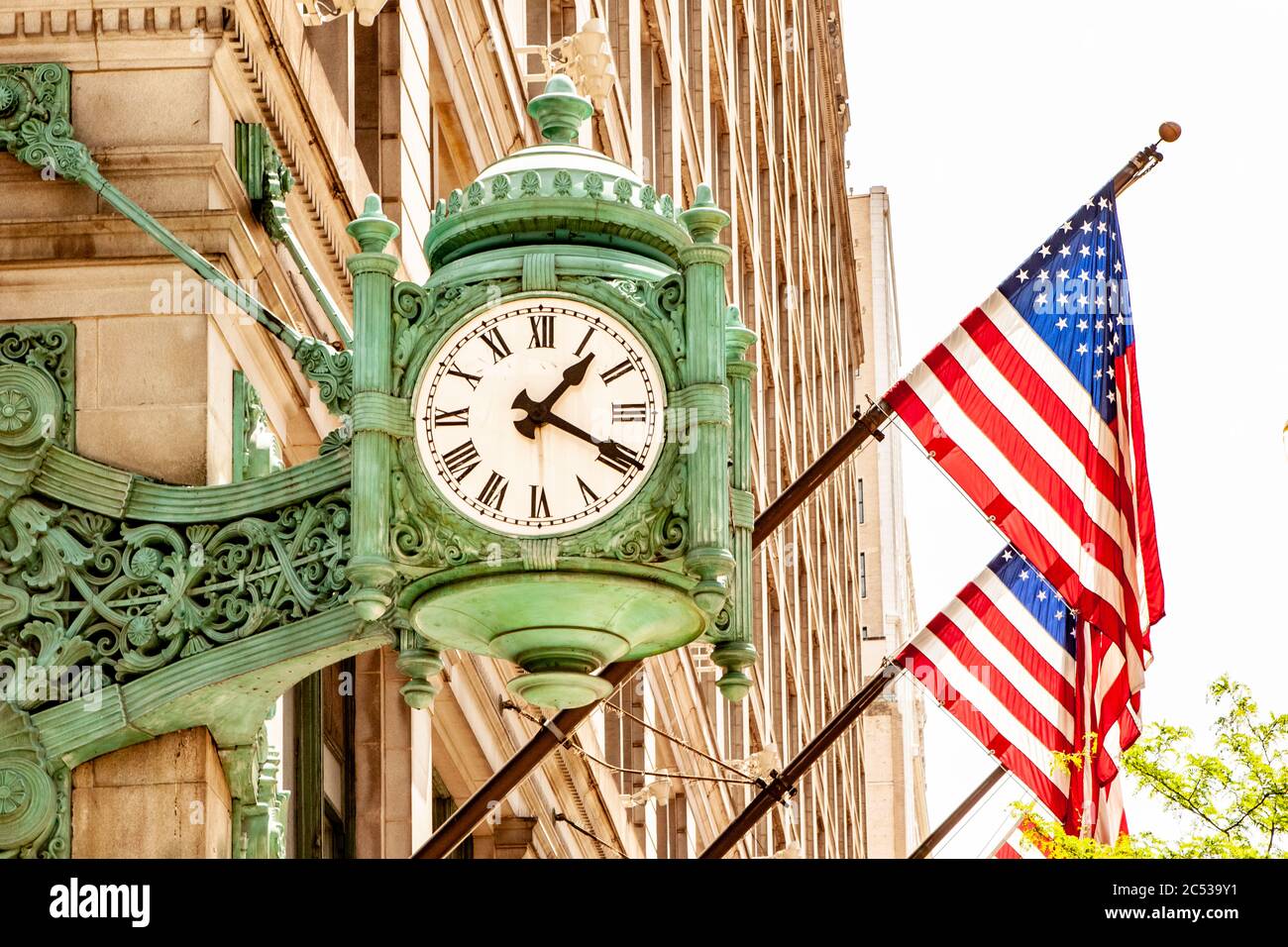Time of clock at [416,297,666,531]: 1:19
